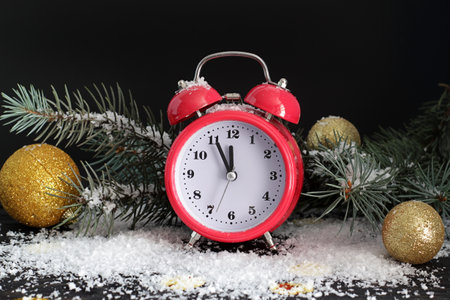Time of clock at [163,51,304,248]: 11:55
